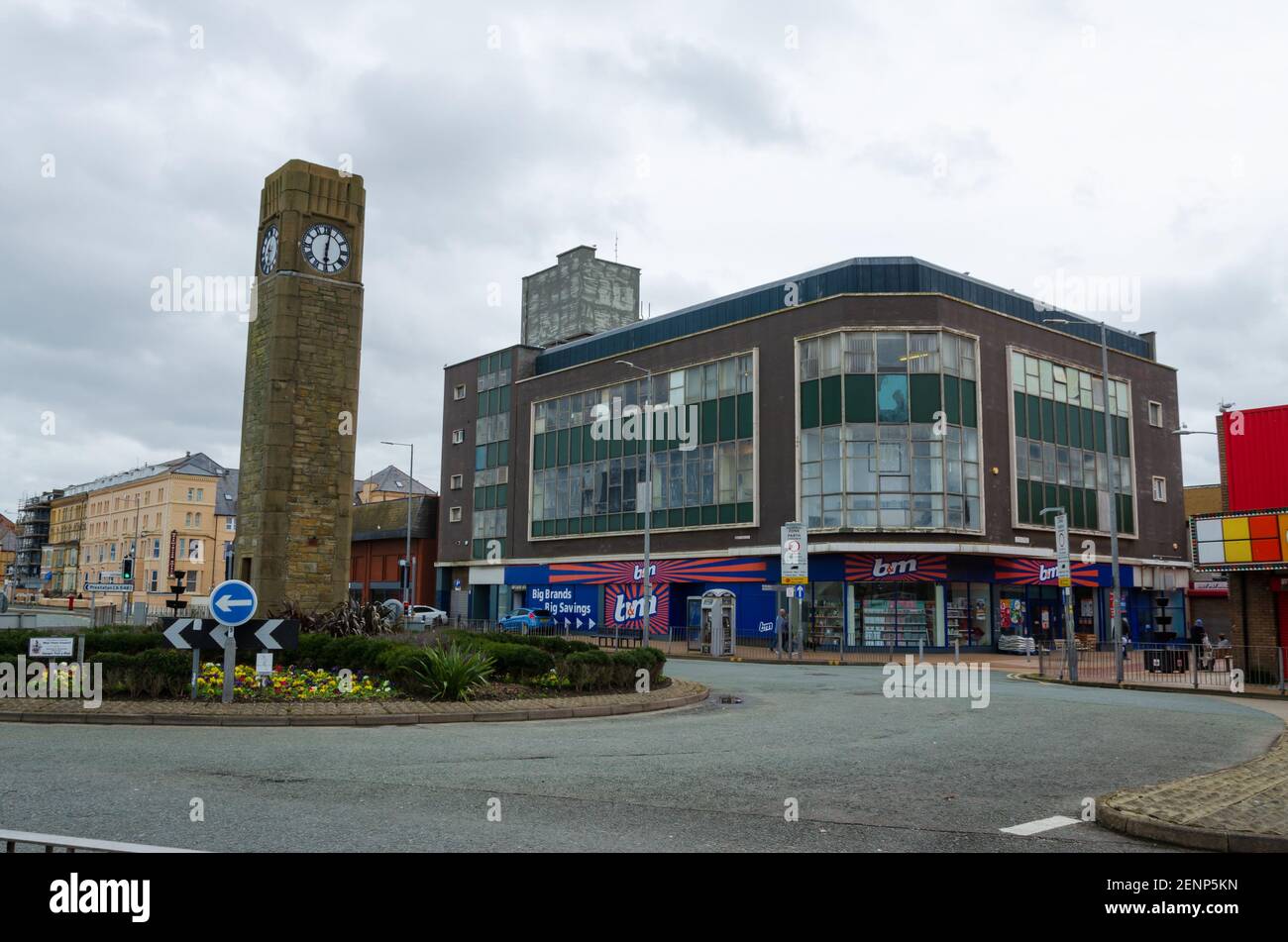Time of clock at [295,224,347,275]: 6:01
